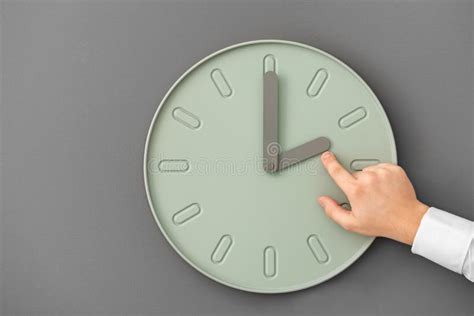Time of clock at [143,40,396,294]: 2:00
